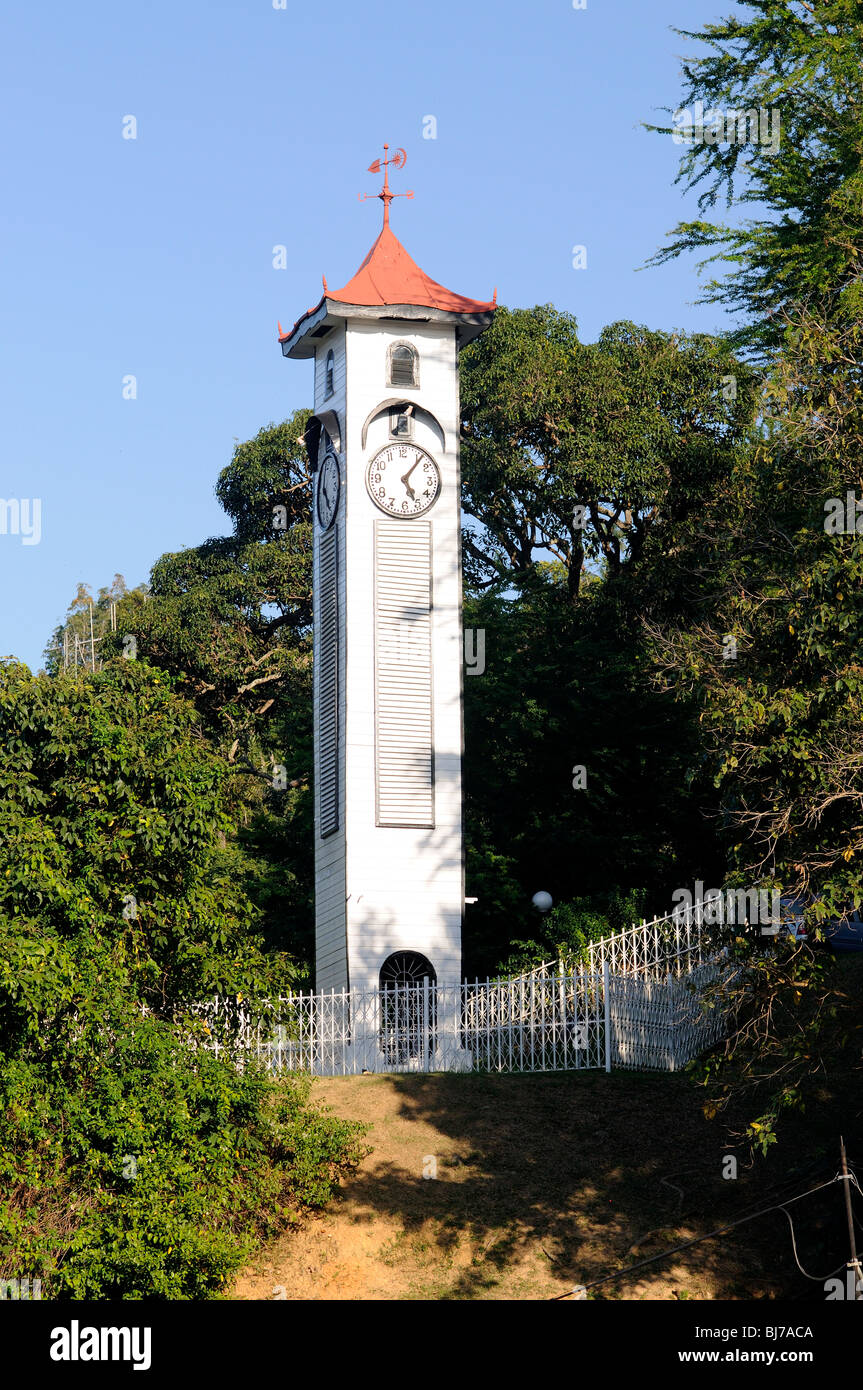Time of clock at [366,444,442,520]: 5:06
